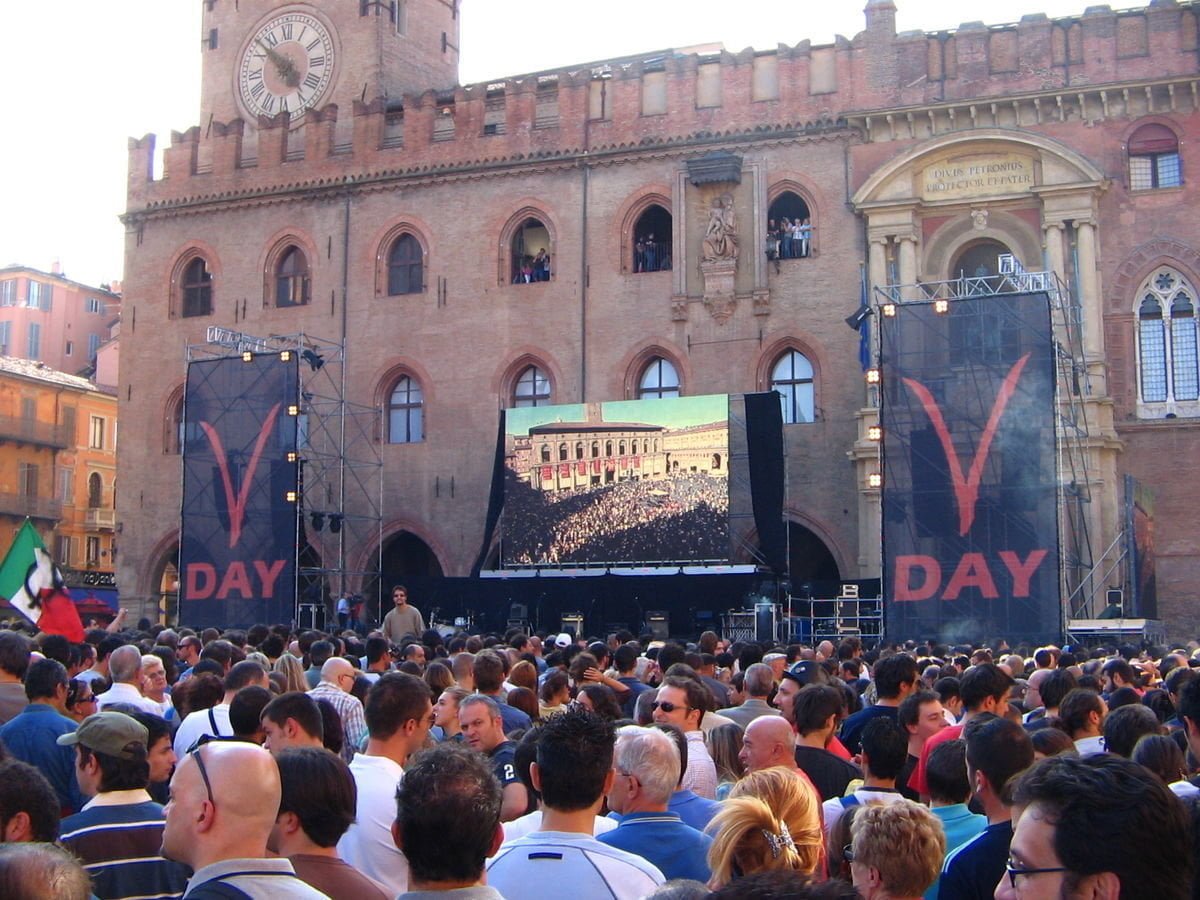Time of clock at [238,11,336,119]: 4:52
